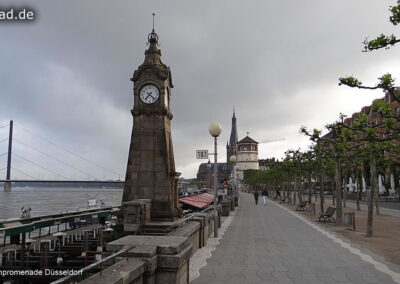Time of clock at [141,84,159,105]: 7:22
